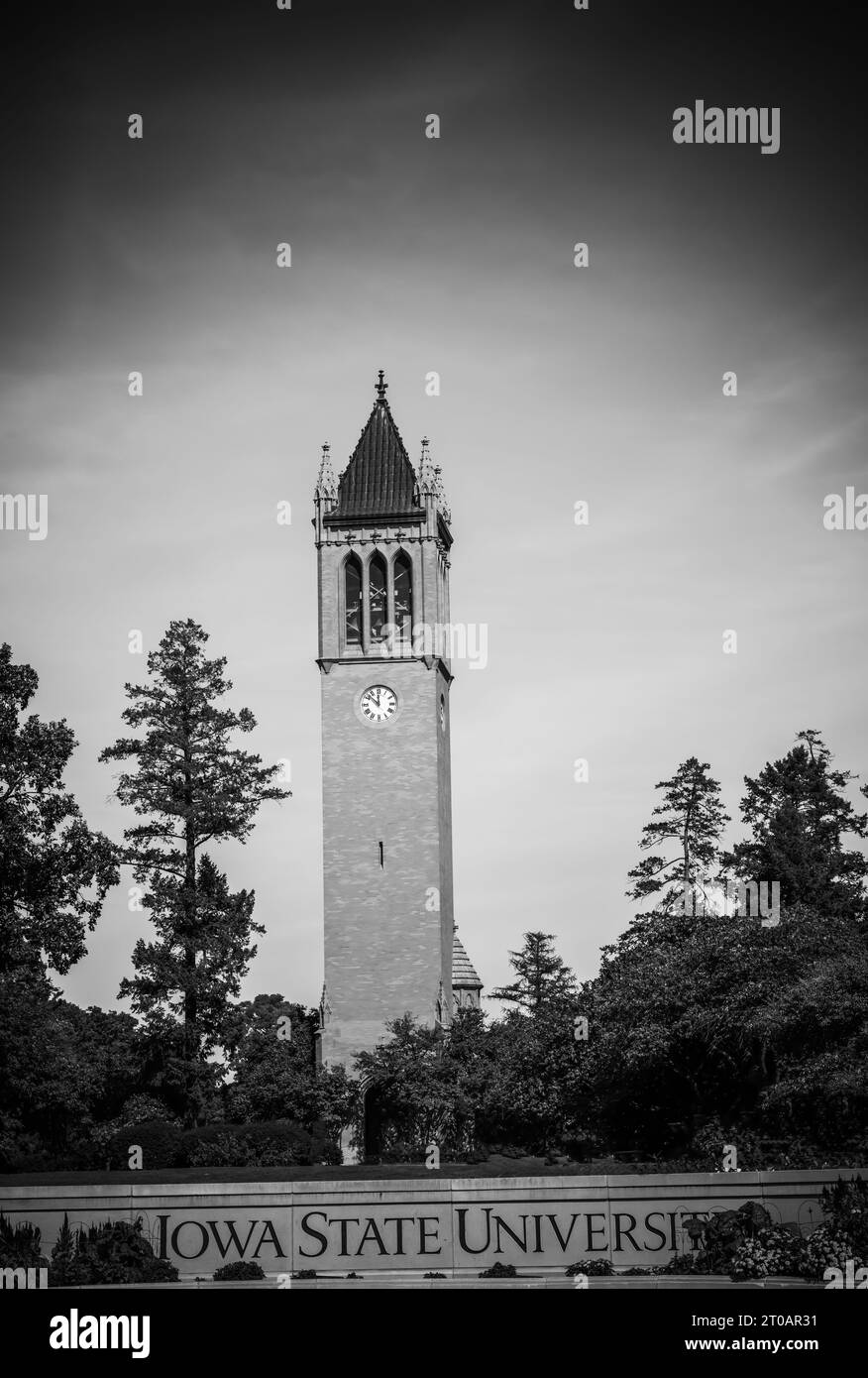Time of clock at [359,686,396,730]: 11:52
